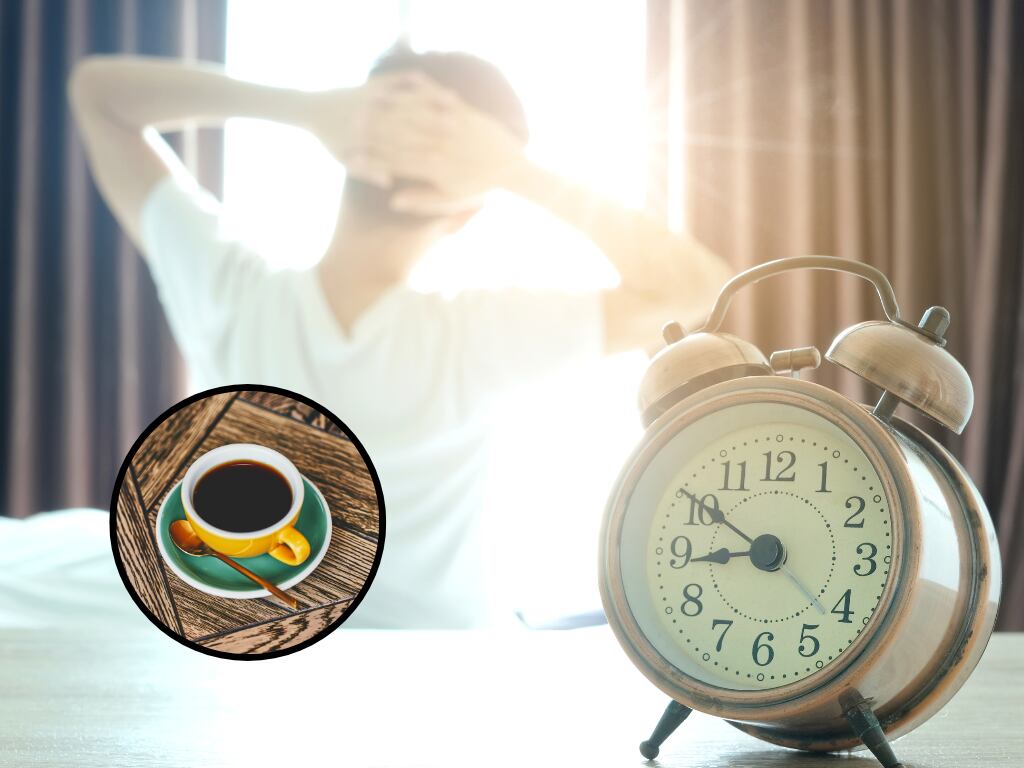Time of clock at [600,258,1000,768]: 8:50
